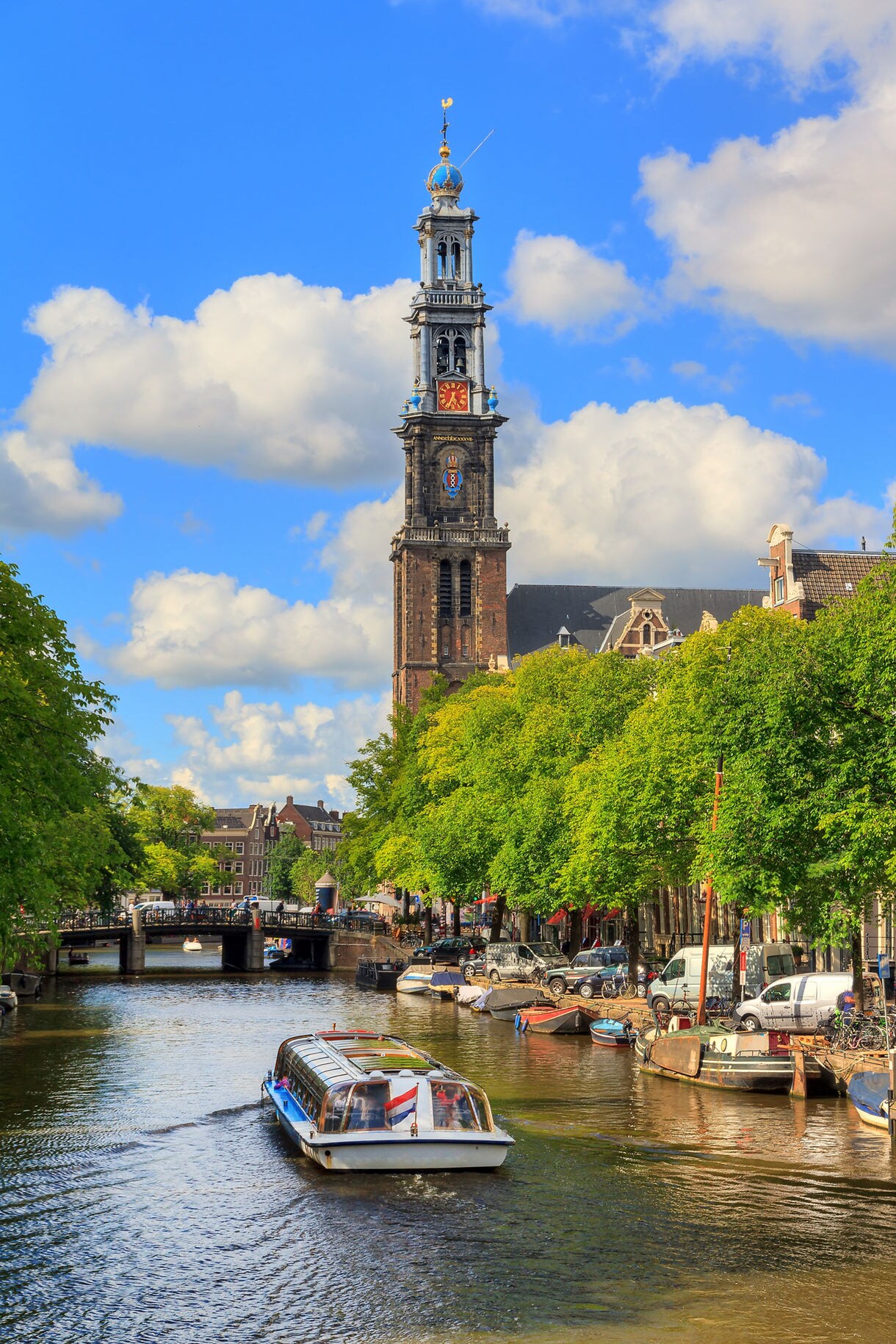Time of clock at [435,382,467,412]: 5:34
